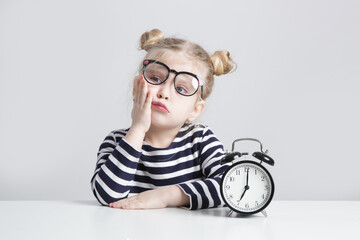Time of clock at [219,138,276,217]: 7:00
